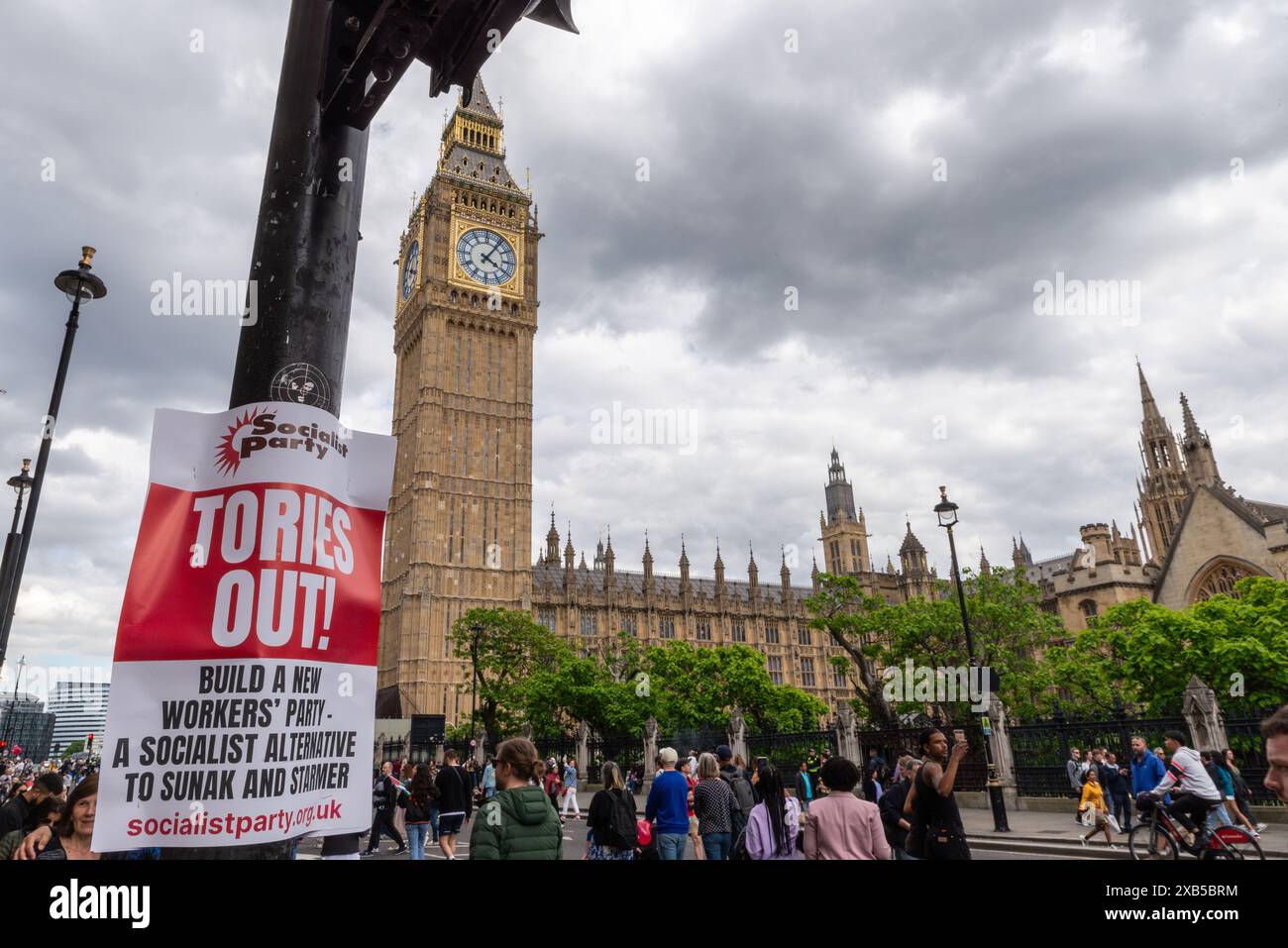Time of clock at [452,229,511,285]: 4:05
